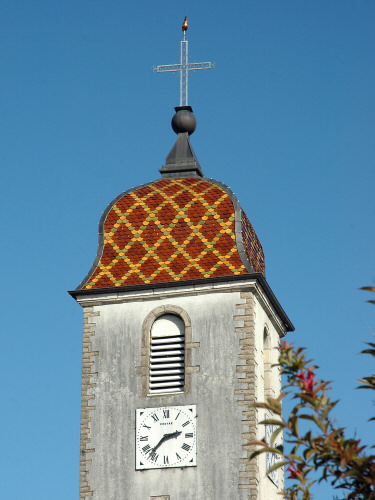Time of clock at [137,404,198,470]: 2:36
